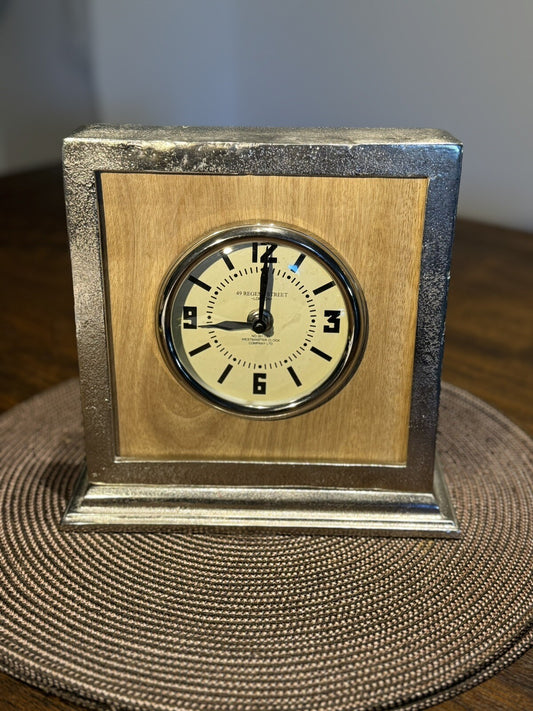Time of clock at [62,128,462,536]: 9:00
